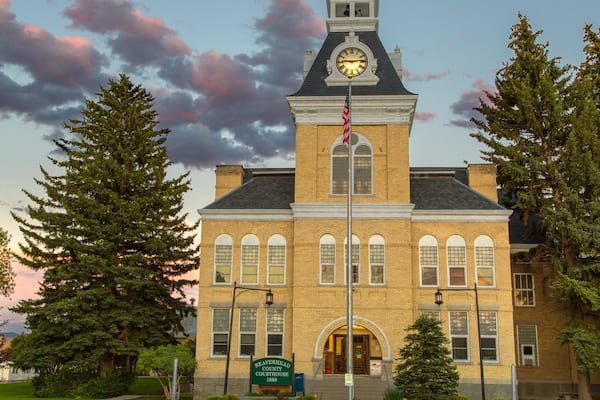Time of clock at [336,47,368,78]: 9:13
